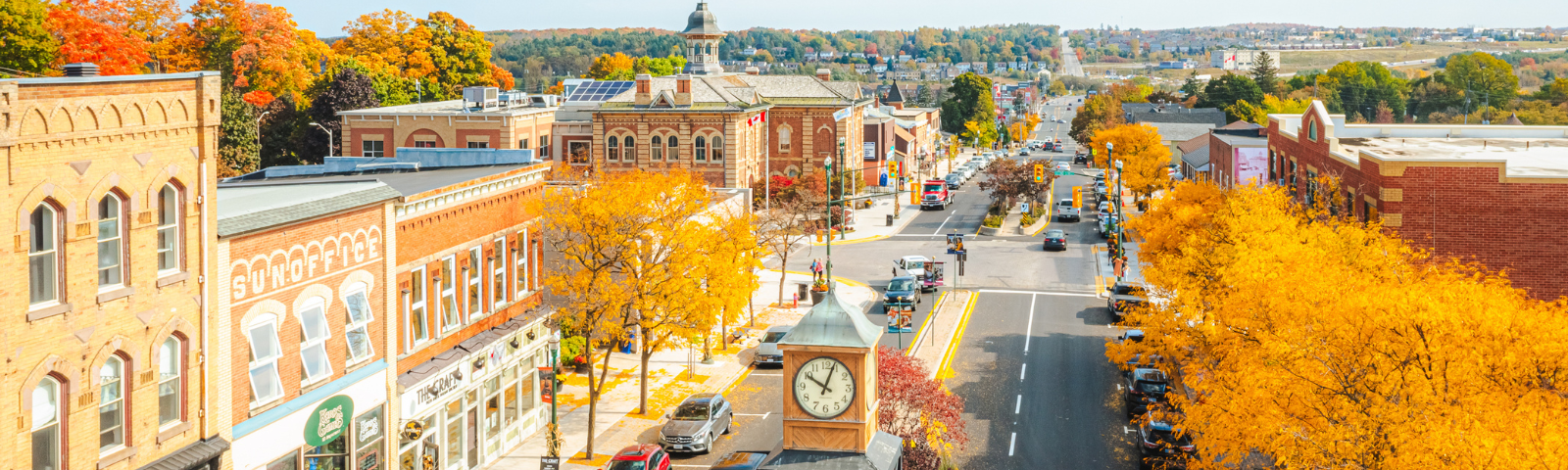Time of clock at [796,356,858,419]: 10:03
